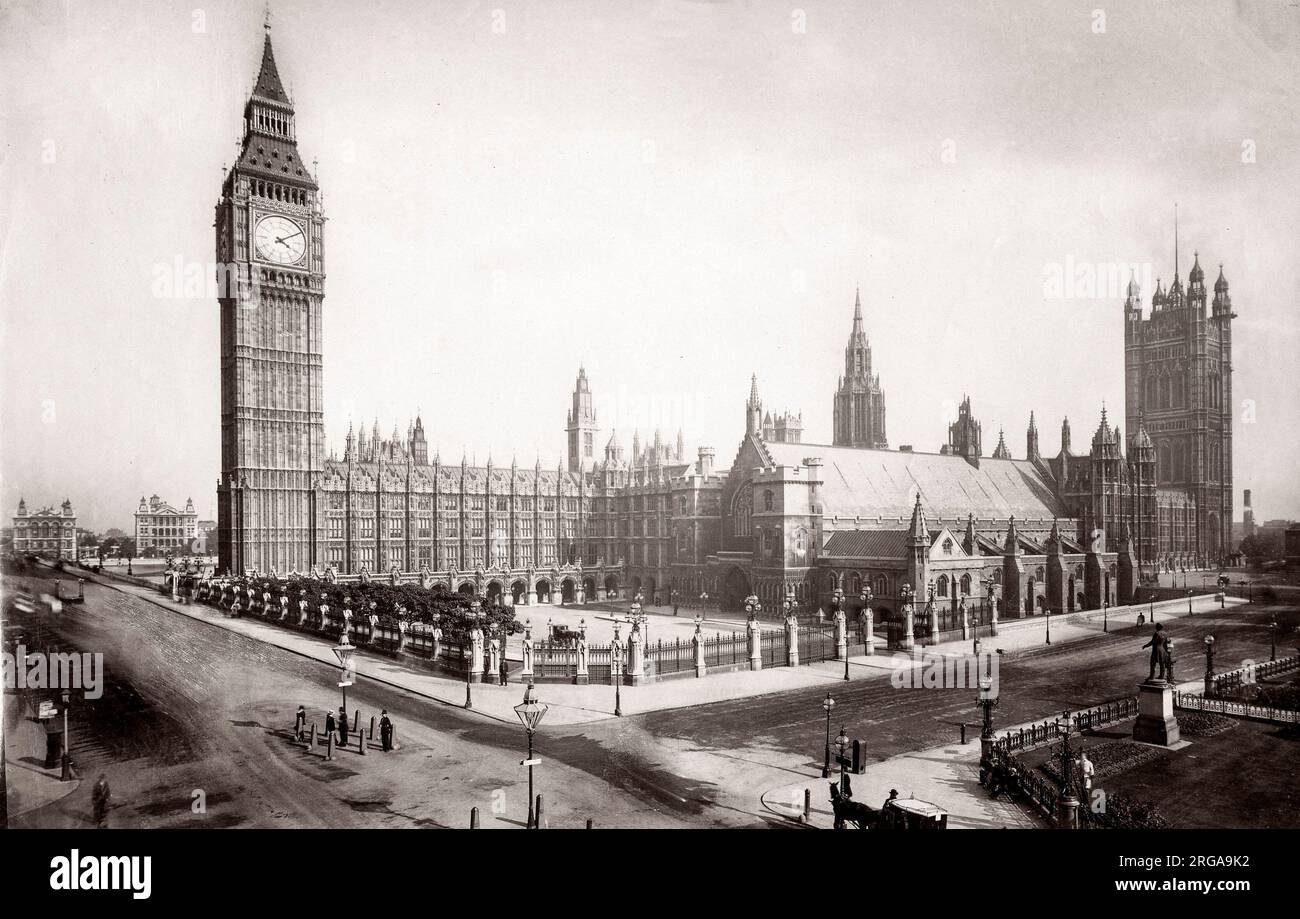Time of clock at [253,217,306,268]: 4:09
